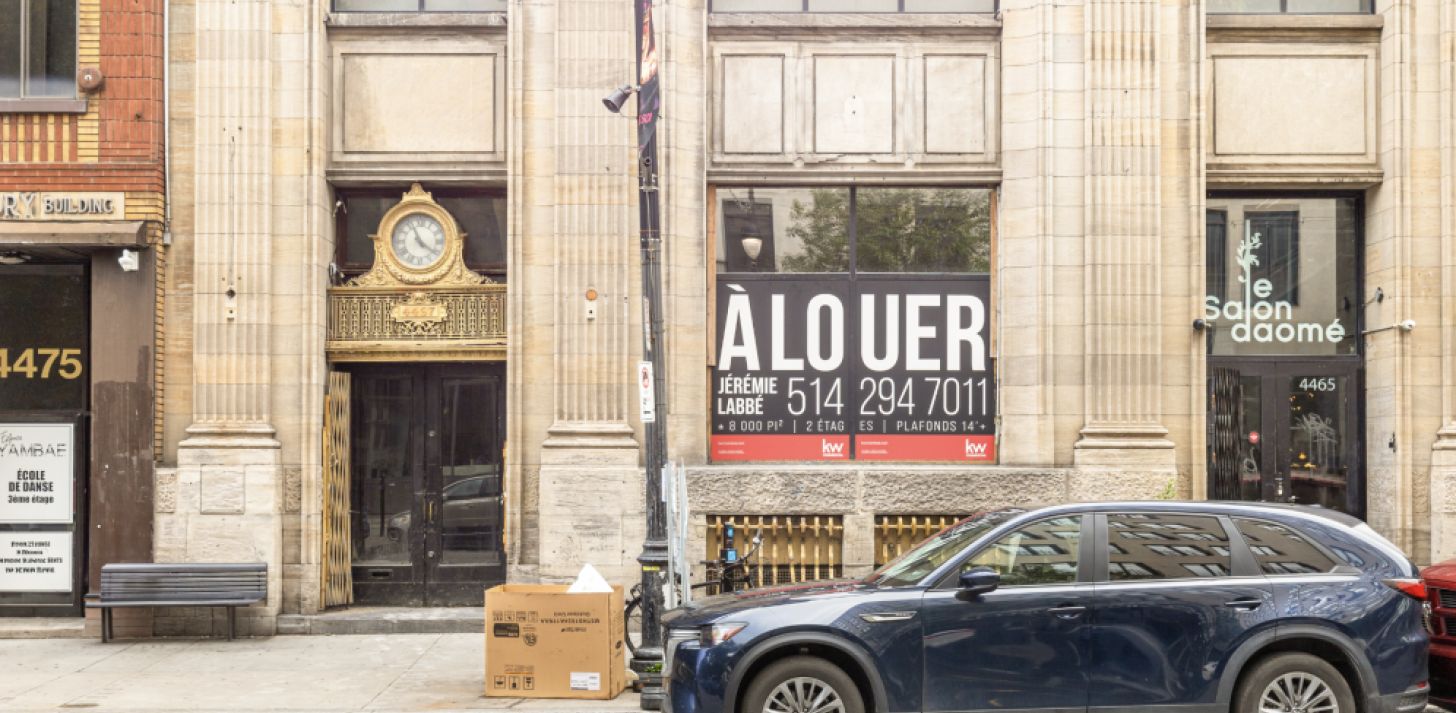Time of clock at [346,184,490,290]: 11:21
